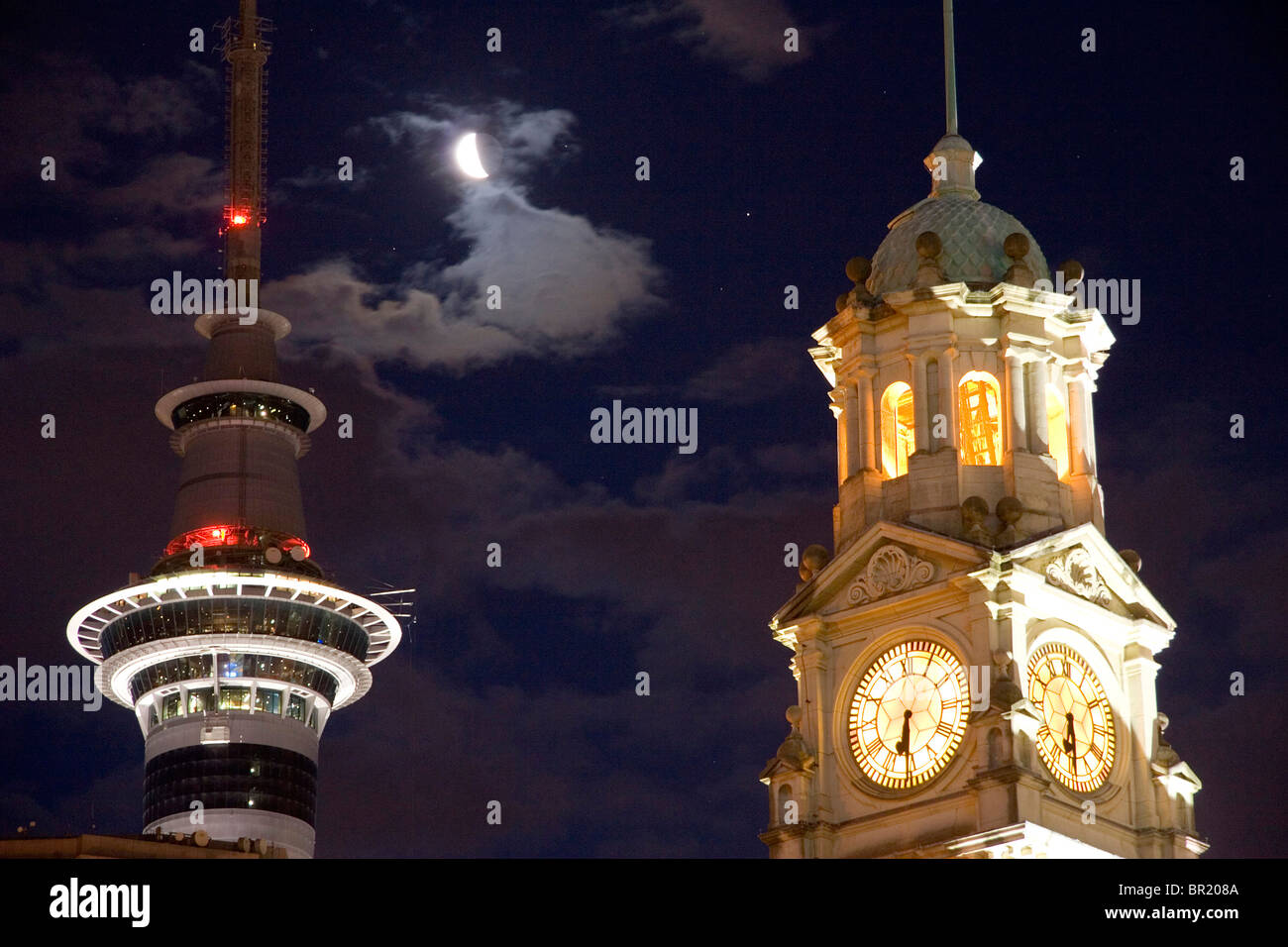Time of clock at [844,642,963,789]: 6:30
